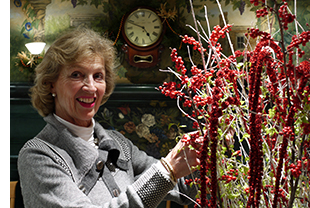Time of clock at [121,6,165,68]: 4:48
